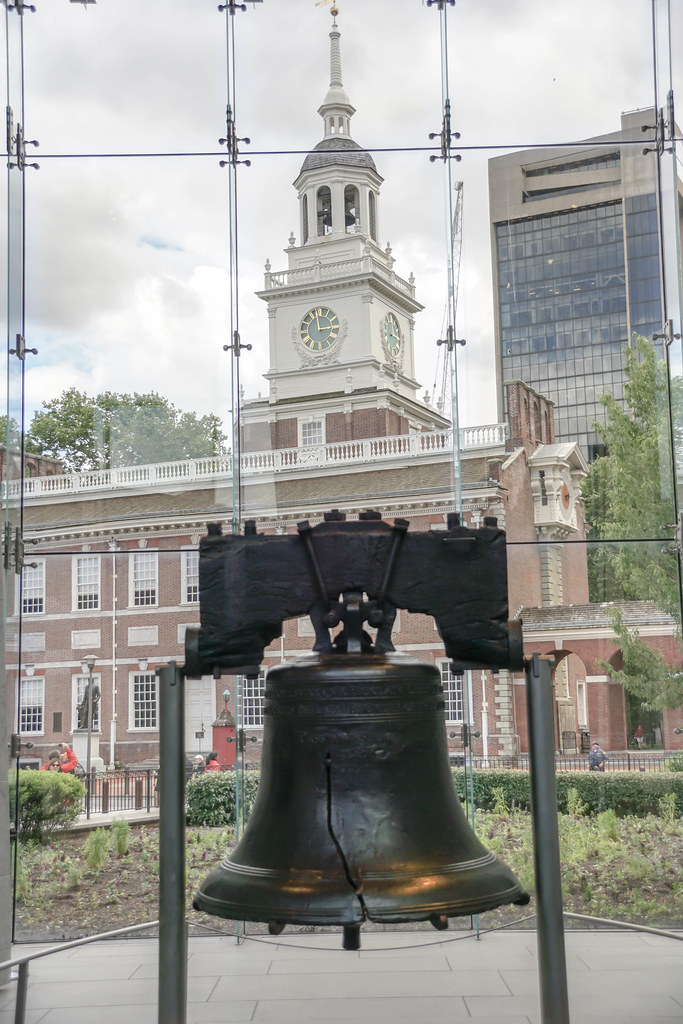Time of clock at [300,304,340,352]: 2:58
